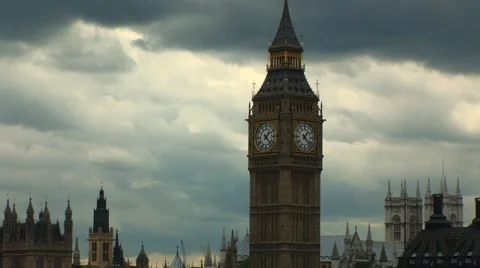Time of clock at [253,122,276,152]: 1:22
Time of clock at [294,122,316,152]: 1:22
